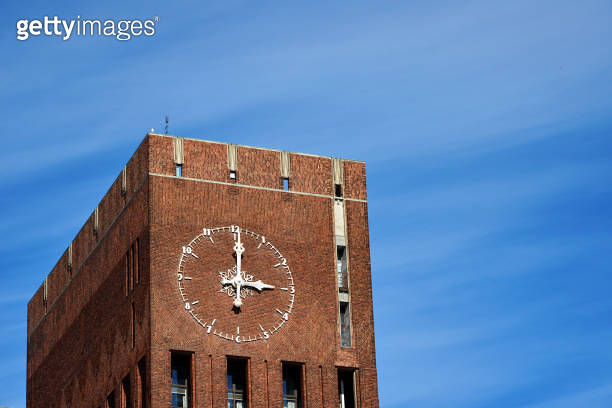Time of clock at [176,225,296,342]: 3:00
